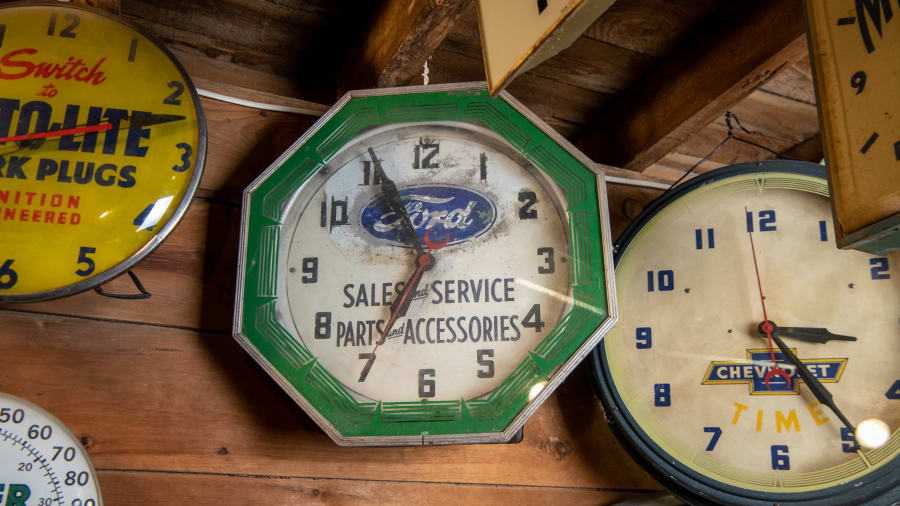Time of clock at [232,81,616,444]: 6:55
